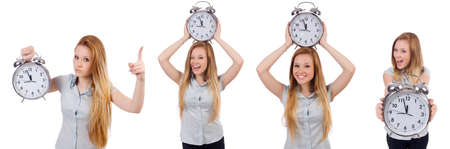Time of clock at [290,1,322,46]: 11:57
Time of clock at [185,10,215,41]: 11:57
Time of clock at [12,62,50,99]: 11:57
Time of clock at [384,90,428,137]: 11:57
